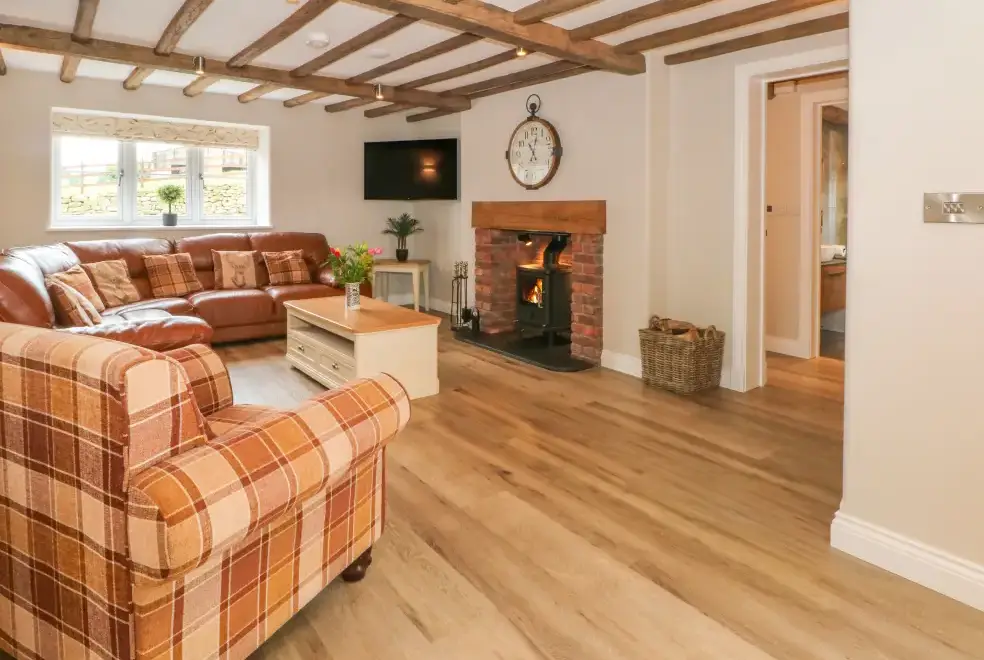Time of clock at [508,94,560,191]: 11:02
